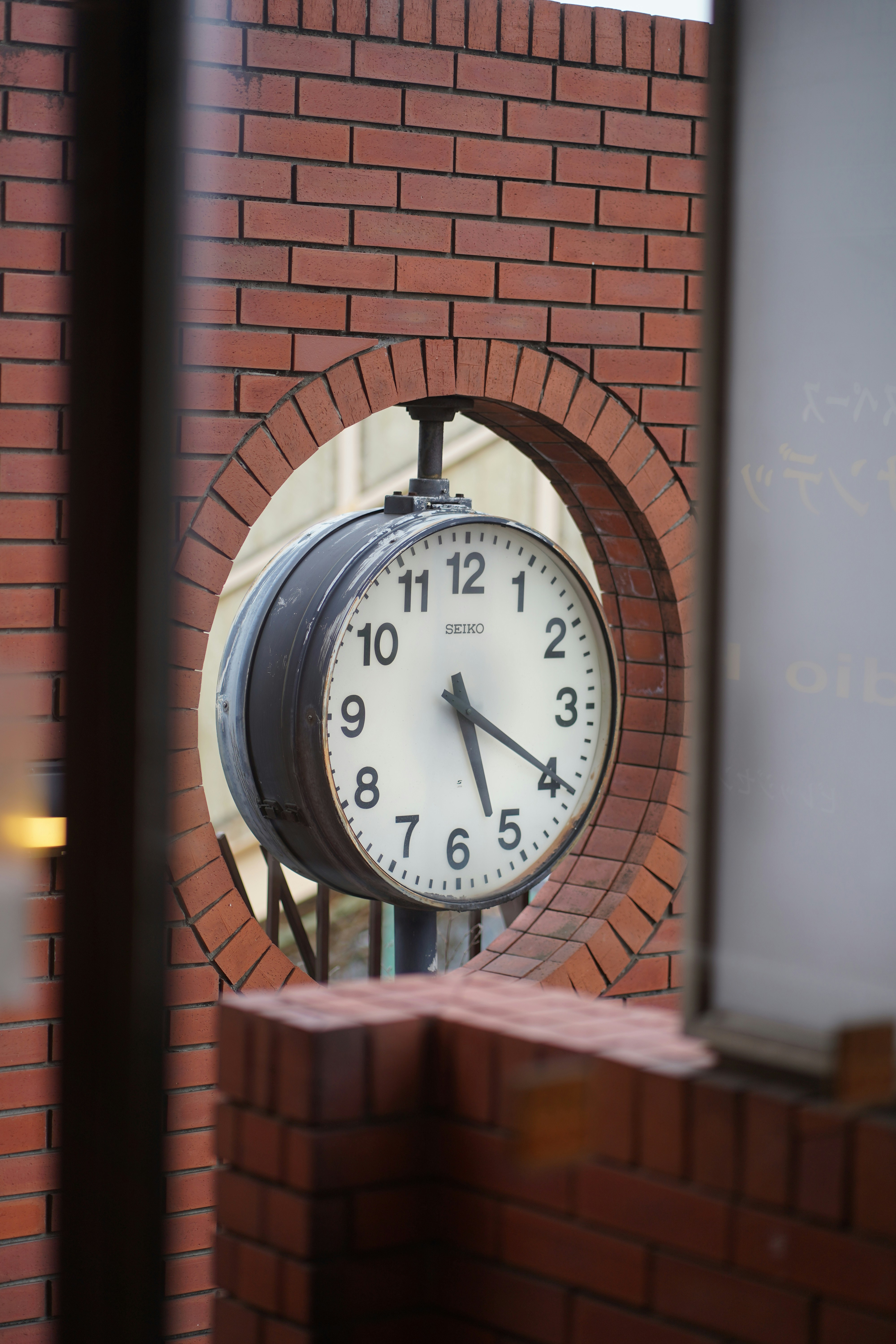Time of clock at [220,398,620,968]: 5:19
